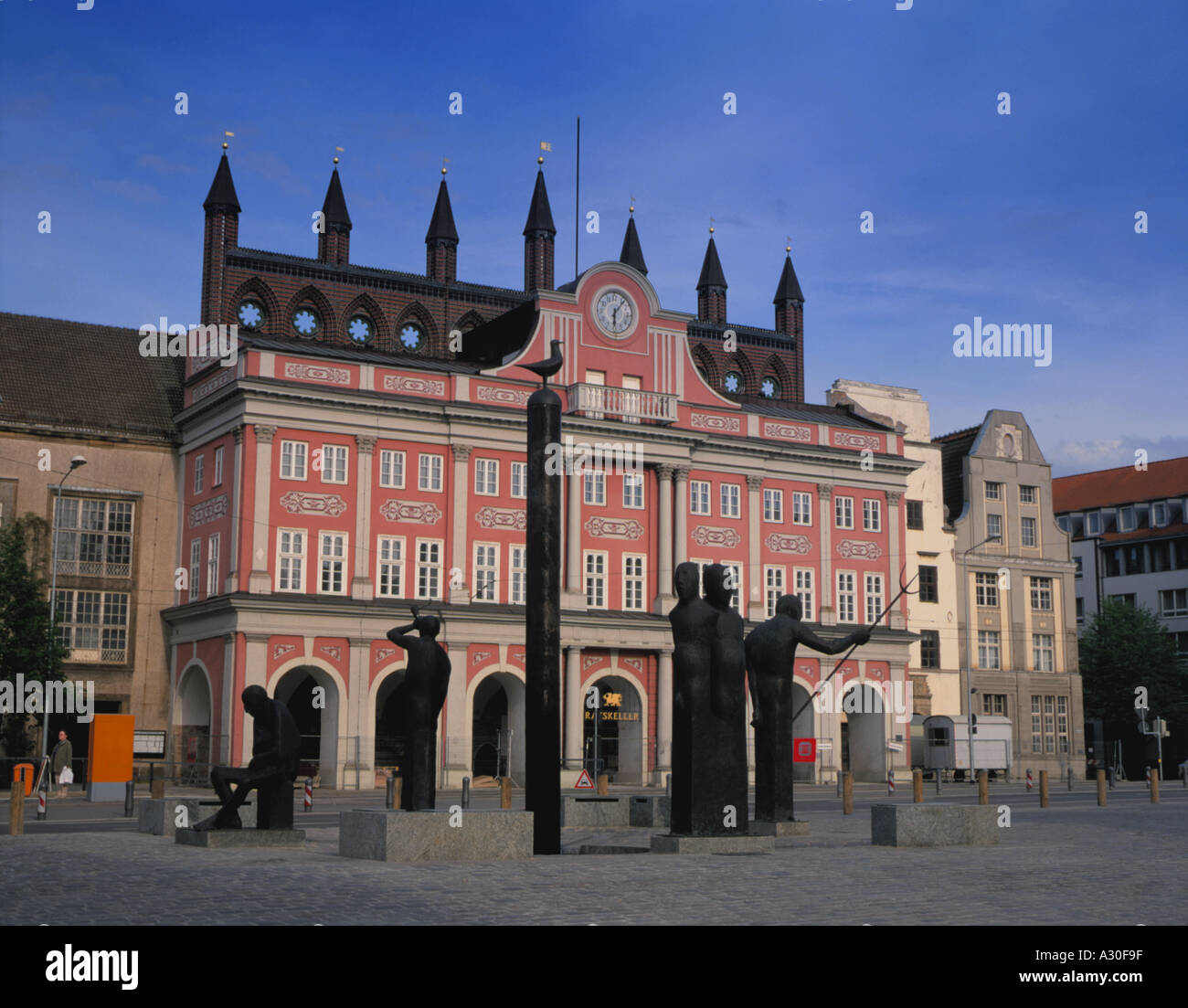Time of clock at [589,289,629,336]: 6:06
